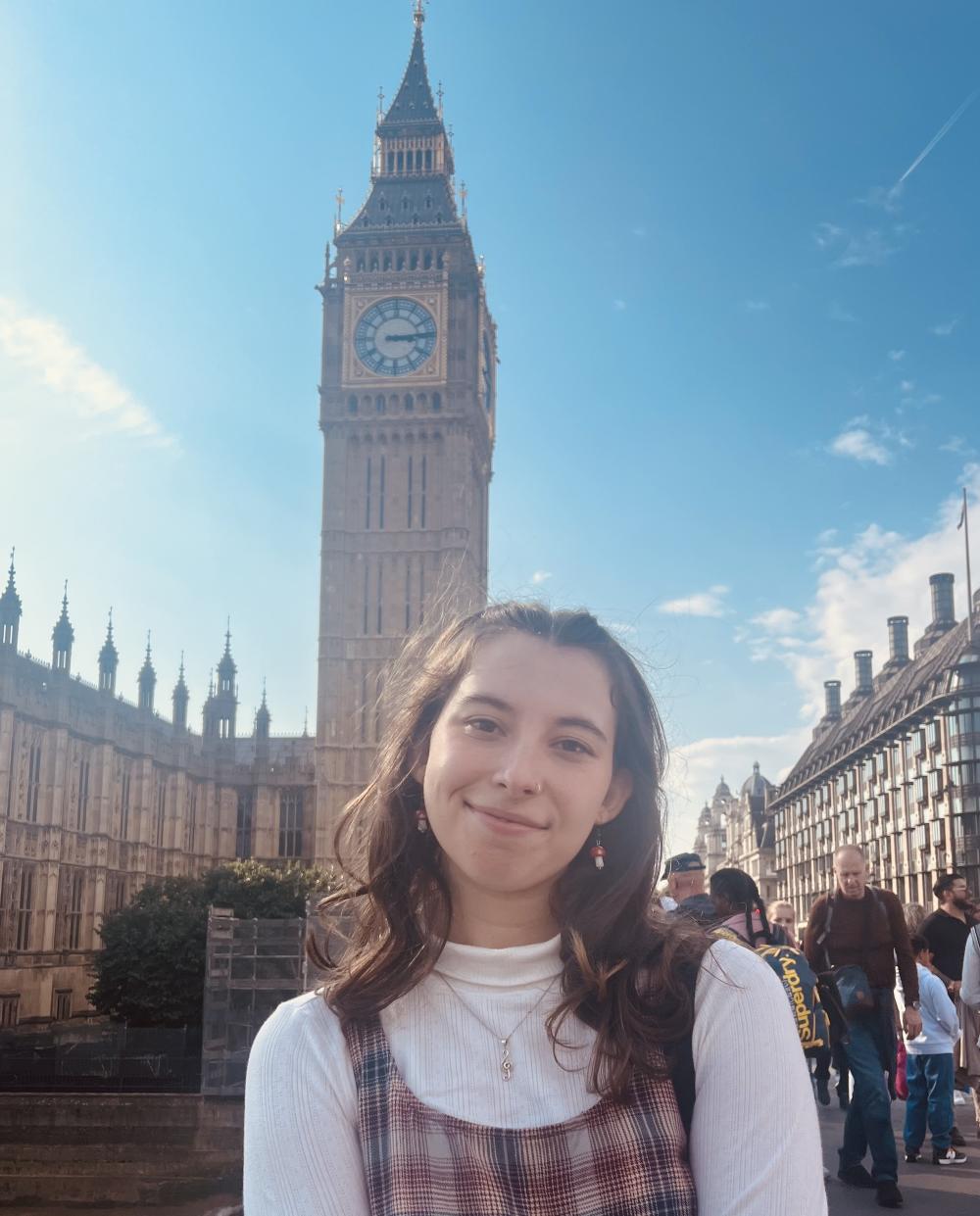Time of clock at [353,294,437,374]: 3:14
